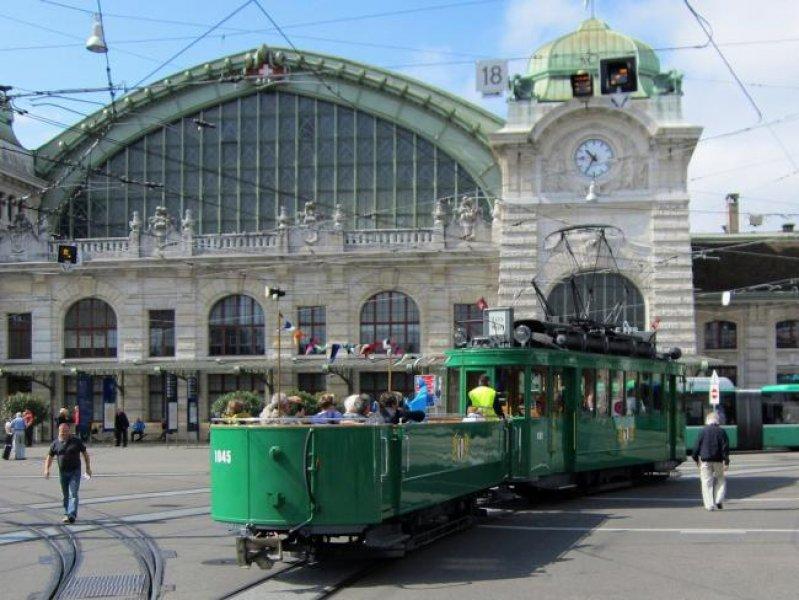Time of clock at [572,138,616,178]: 10:35
